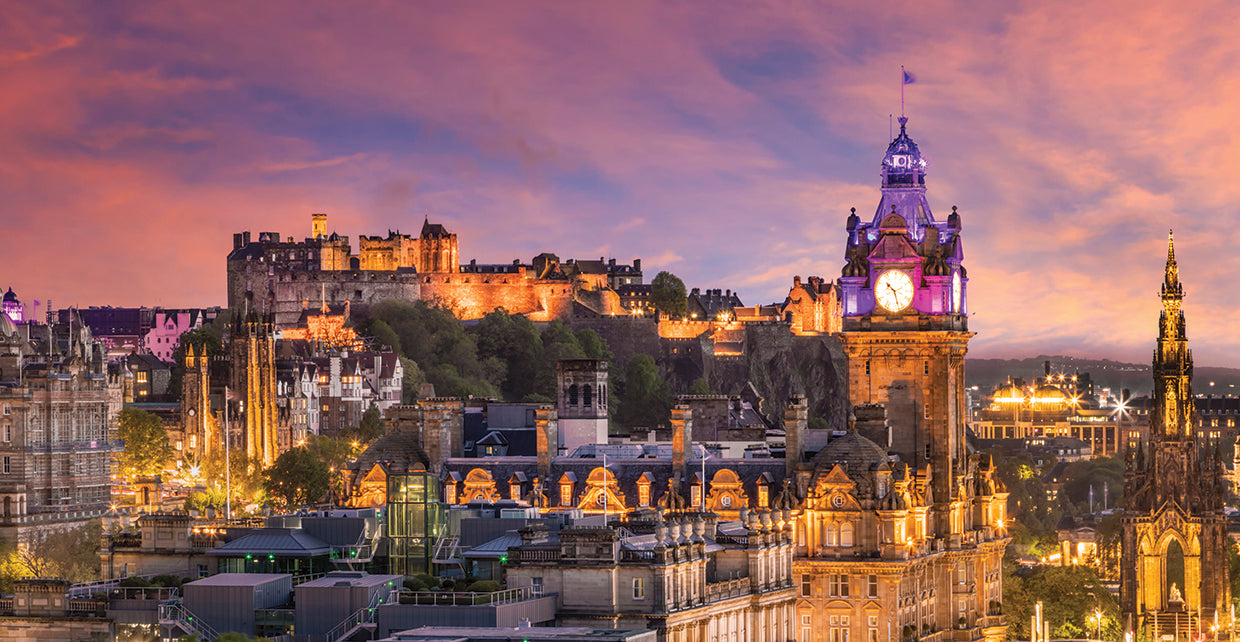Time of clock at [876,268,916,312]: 10:28
